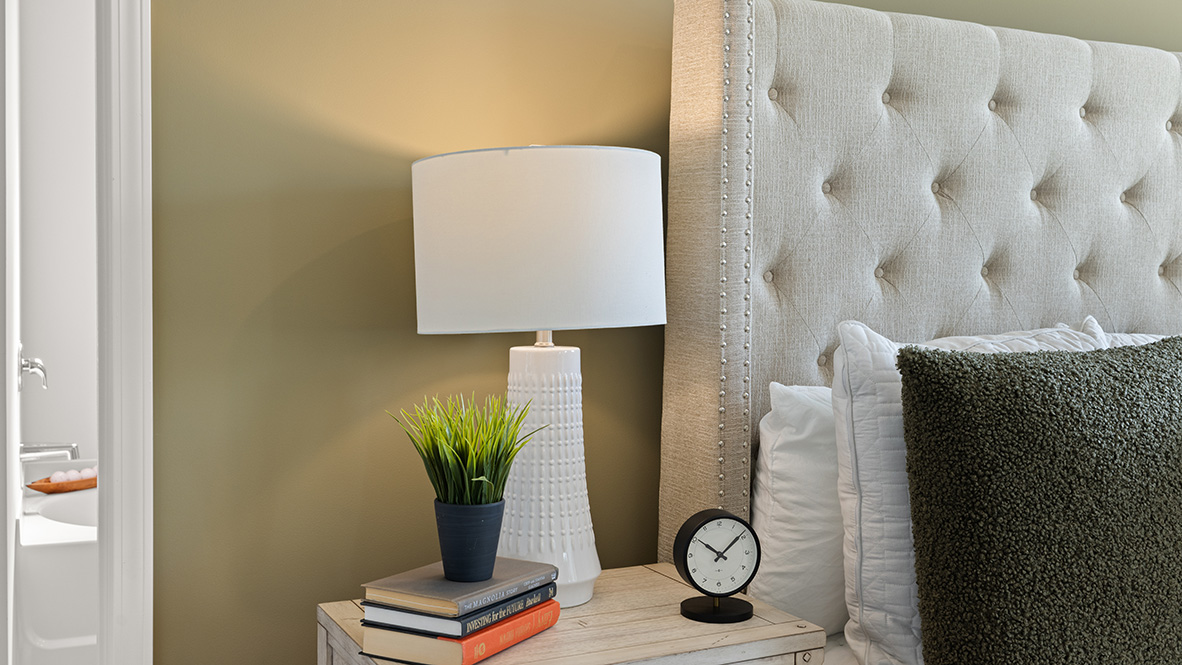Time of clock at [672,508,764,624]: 10:08
